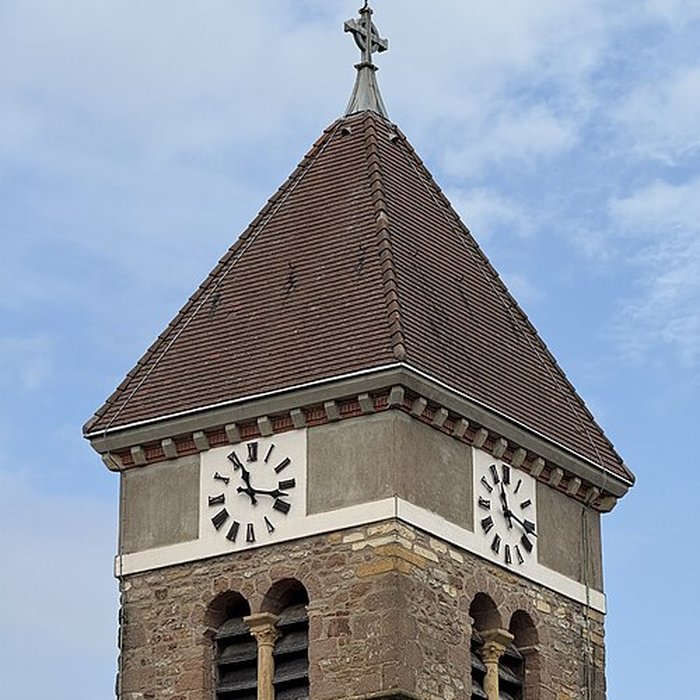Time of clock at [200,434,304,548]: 11:17
